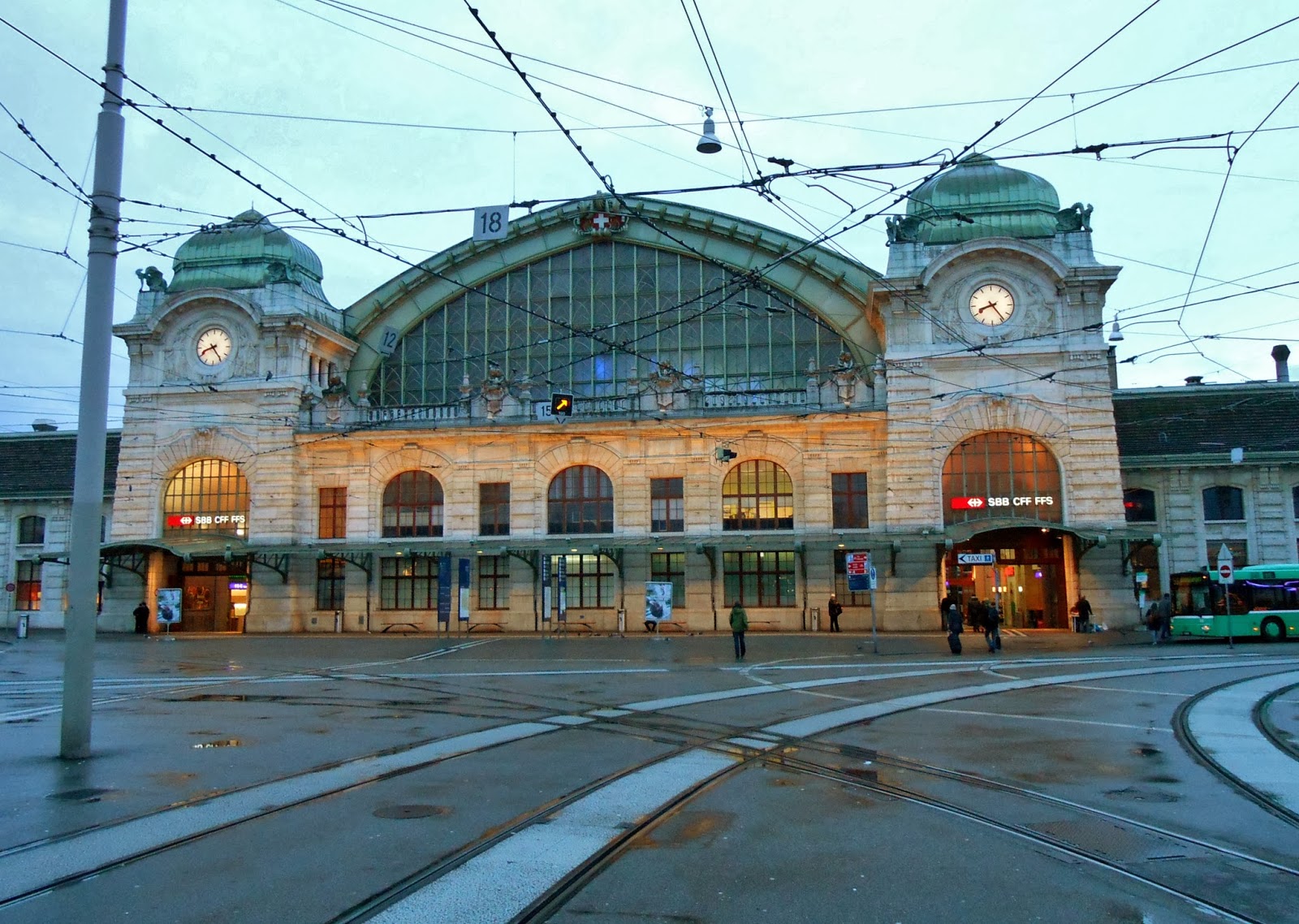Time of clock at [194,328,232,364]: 8:24
